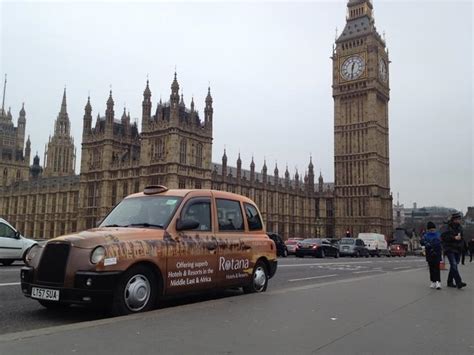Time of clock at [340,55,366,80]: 12:30
